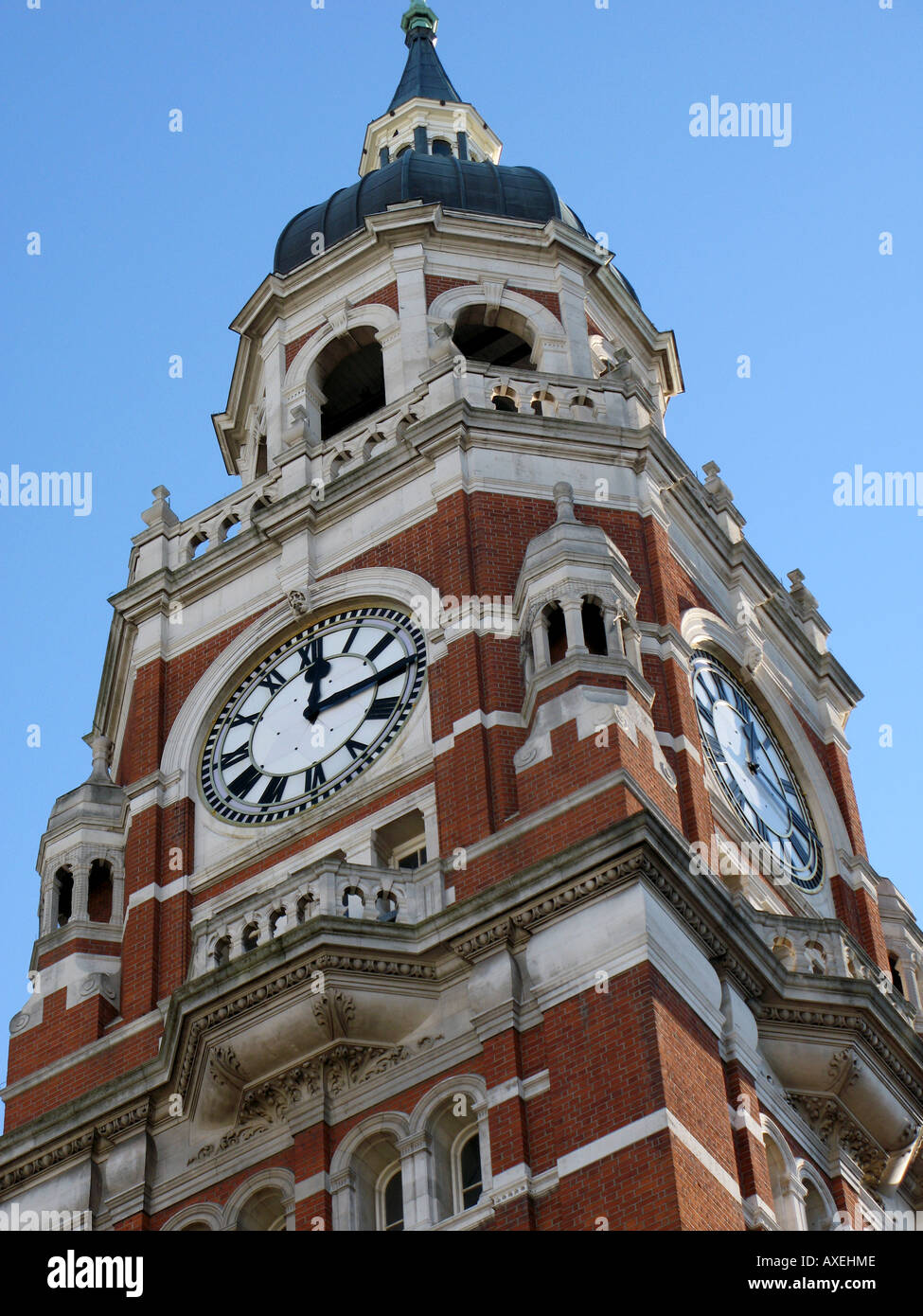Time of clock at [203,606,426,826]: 12:14
